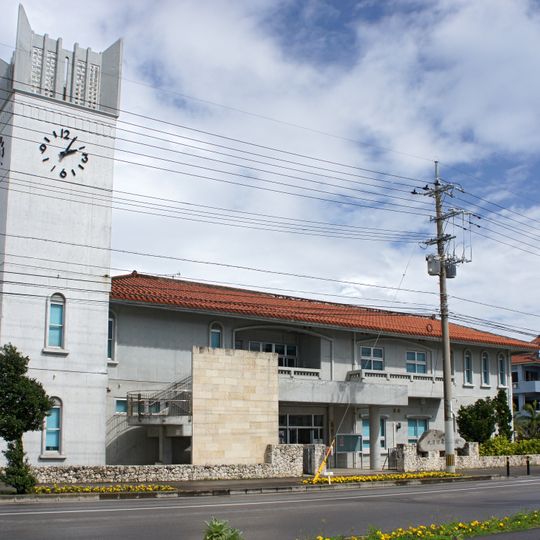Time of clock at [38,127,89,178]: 2:04
